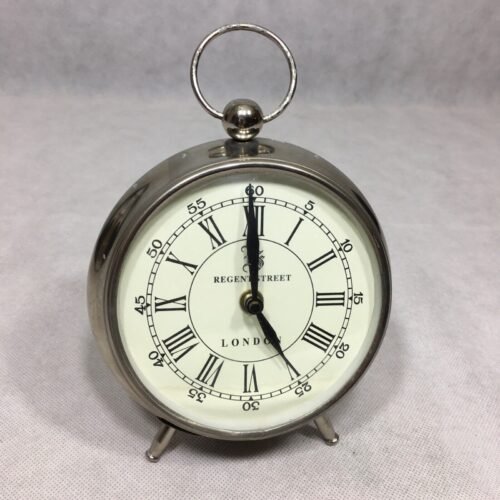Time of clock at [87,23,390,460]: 4:59
